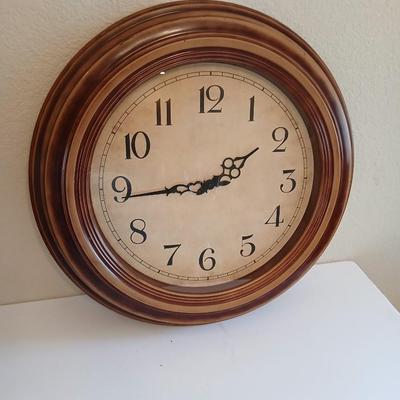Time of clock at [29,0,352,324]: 1:44
